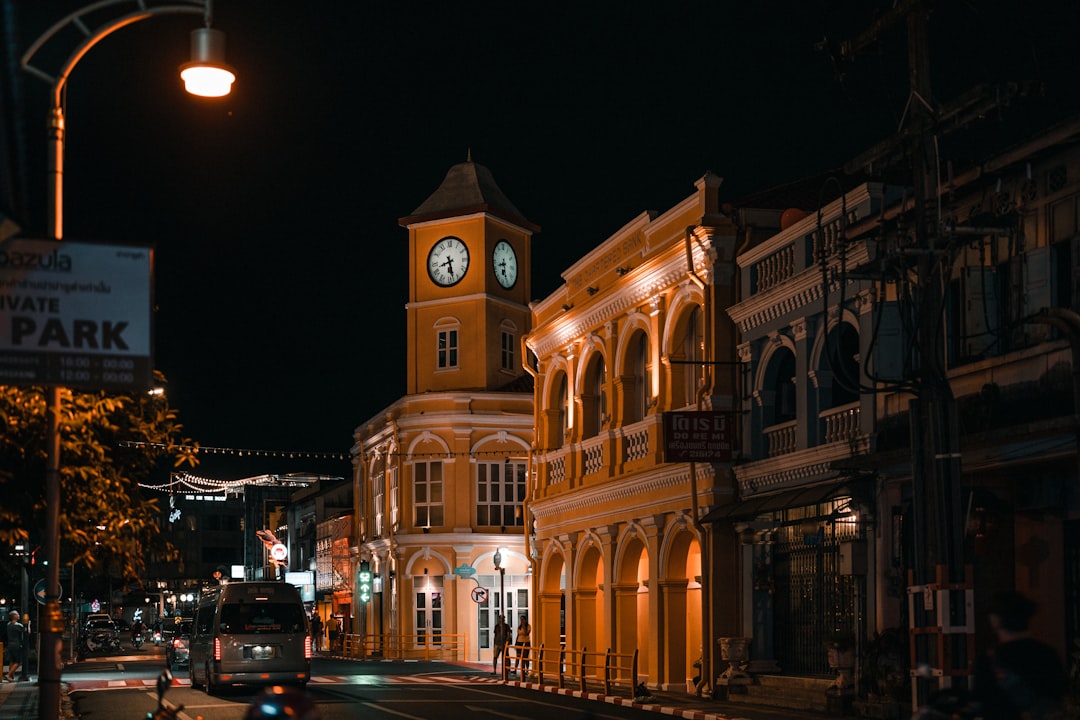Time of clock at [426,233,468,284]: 8:27
